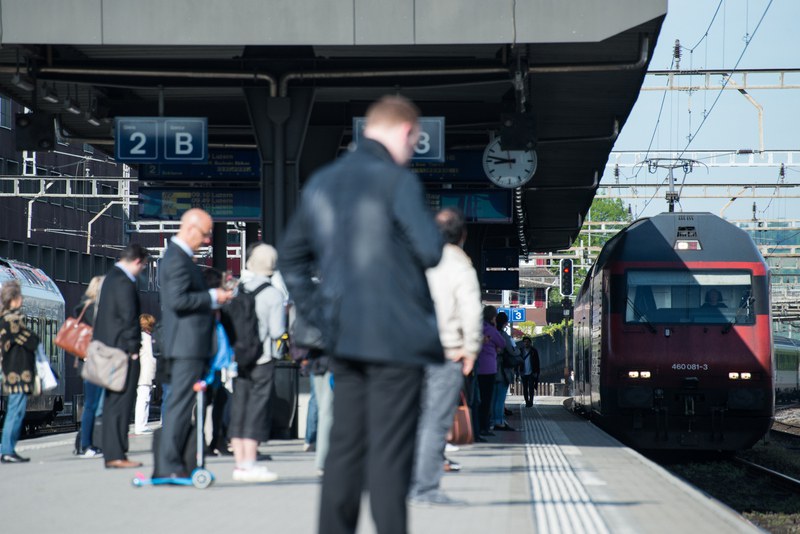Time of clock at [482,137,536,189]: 8:47
